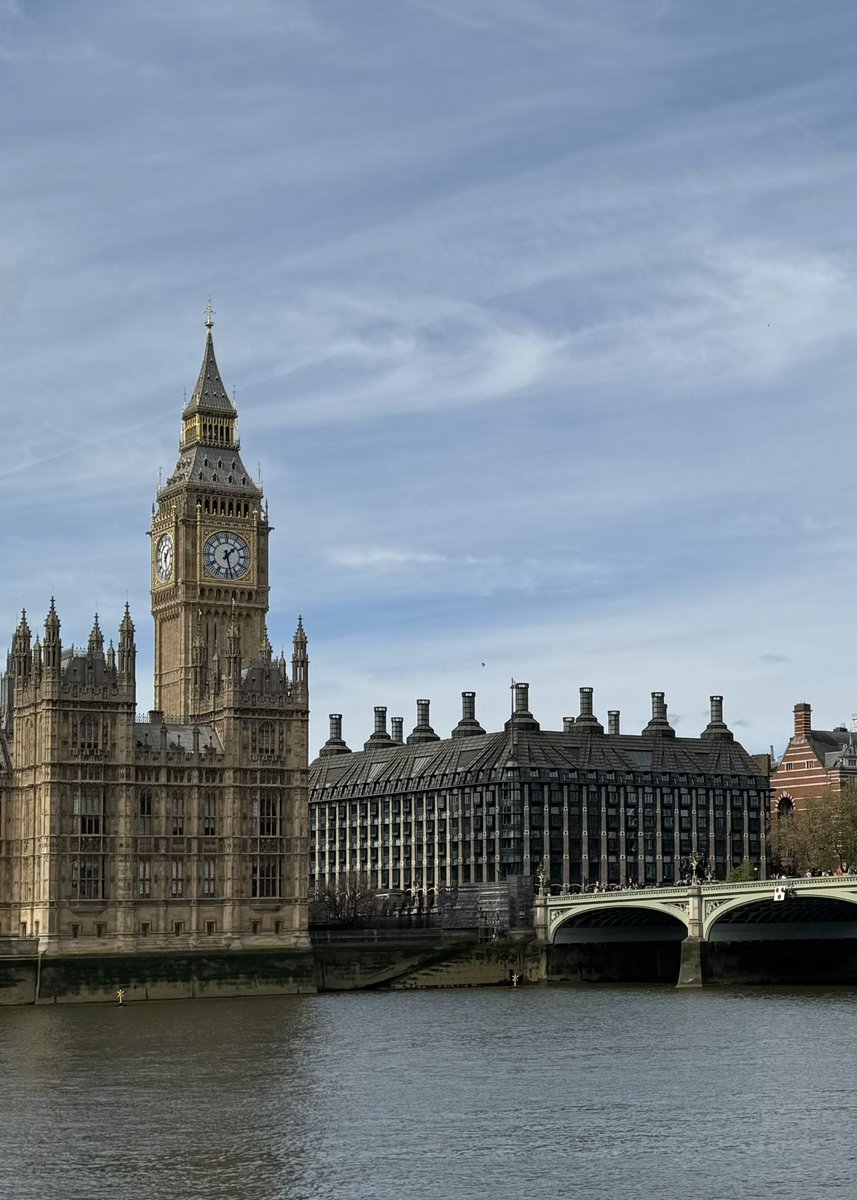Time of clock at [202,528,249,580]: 1:27
